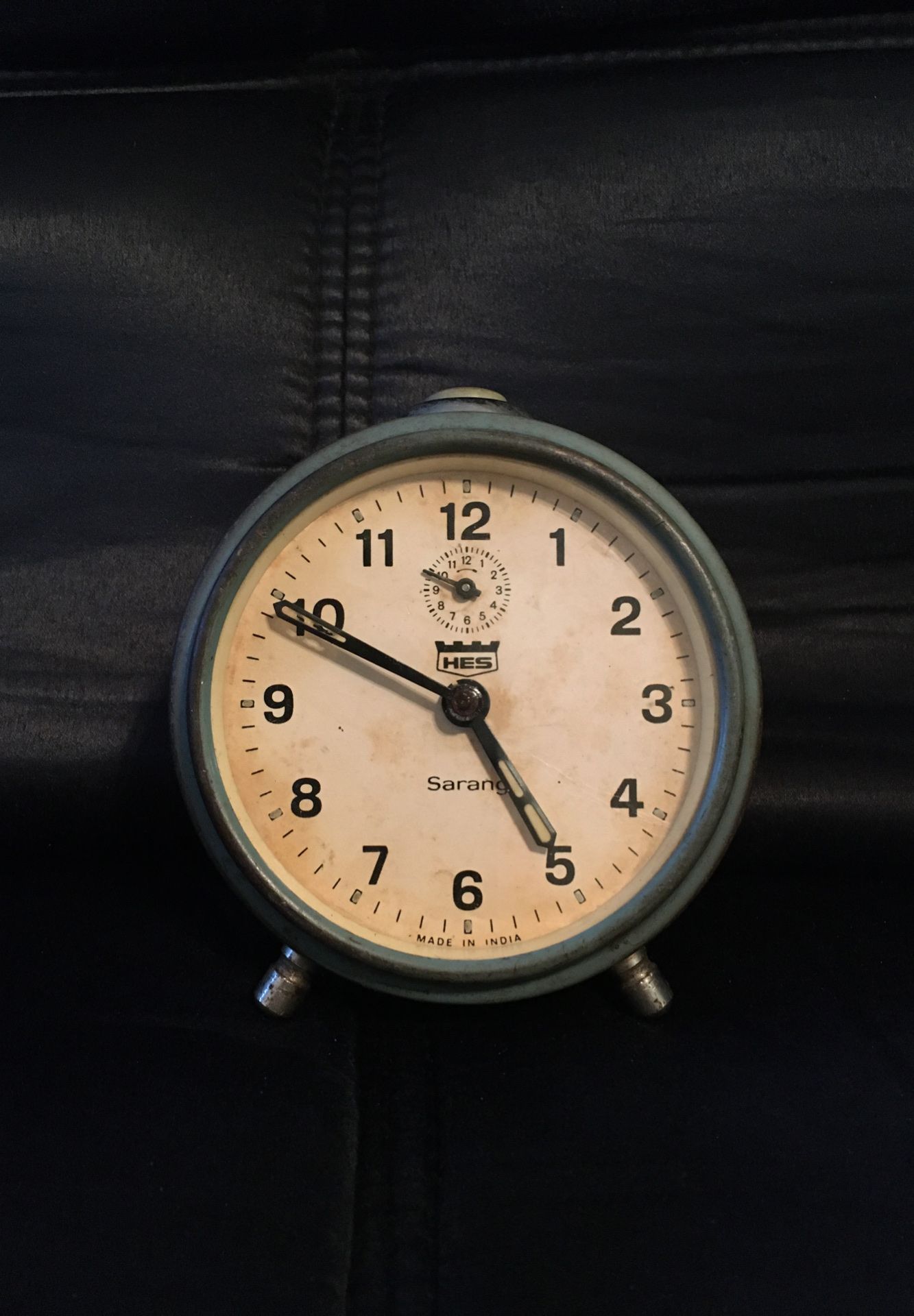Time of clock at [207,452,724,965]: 4:49
